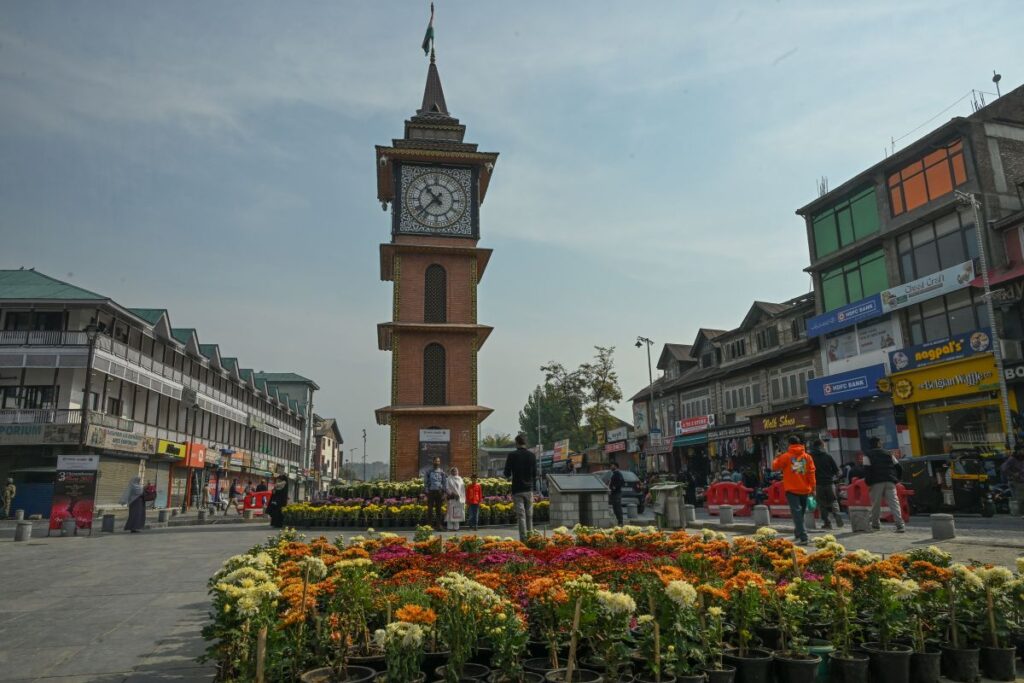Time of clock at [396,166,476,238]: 10:37
